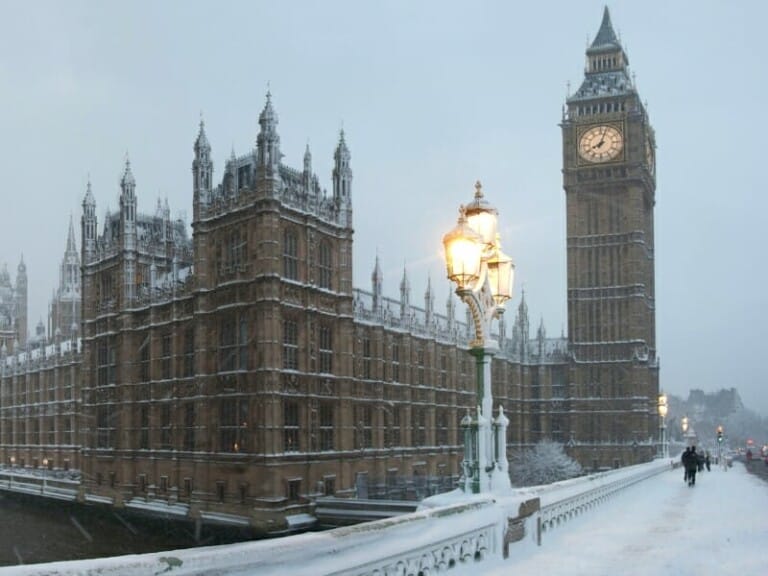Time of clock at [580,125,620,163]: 8:03
